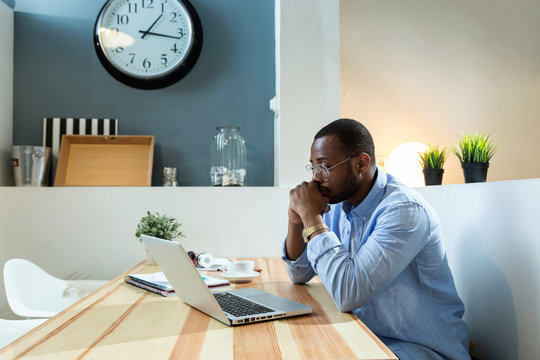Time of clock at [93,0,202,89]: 1:16
